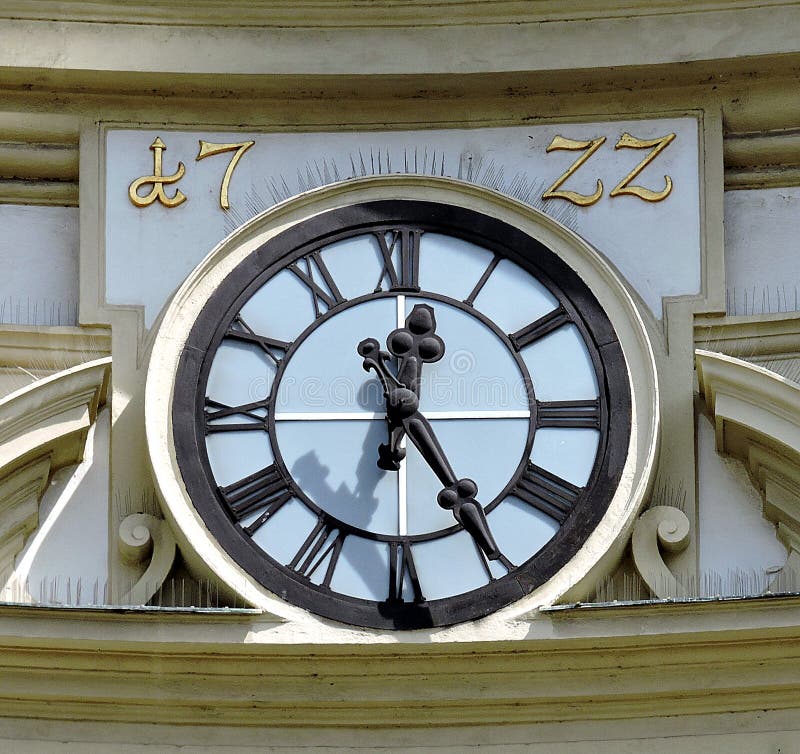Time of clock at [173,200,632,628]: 12:24
